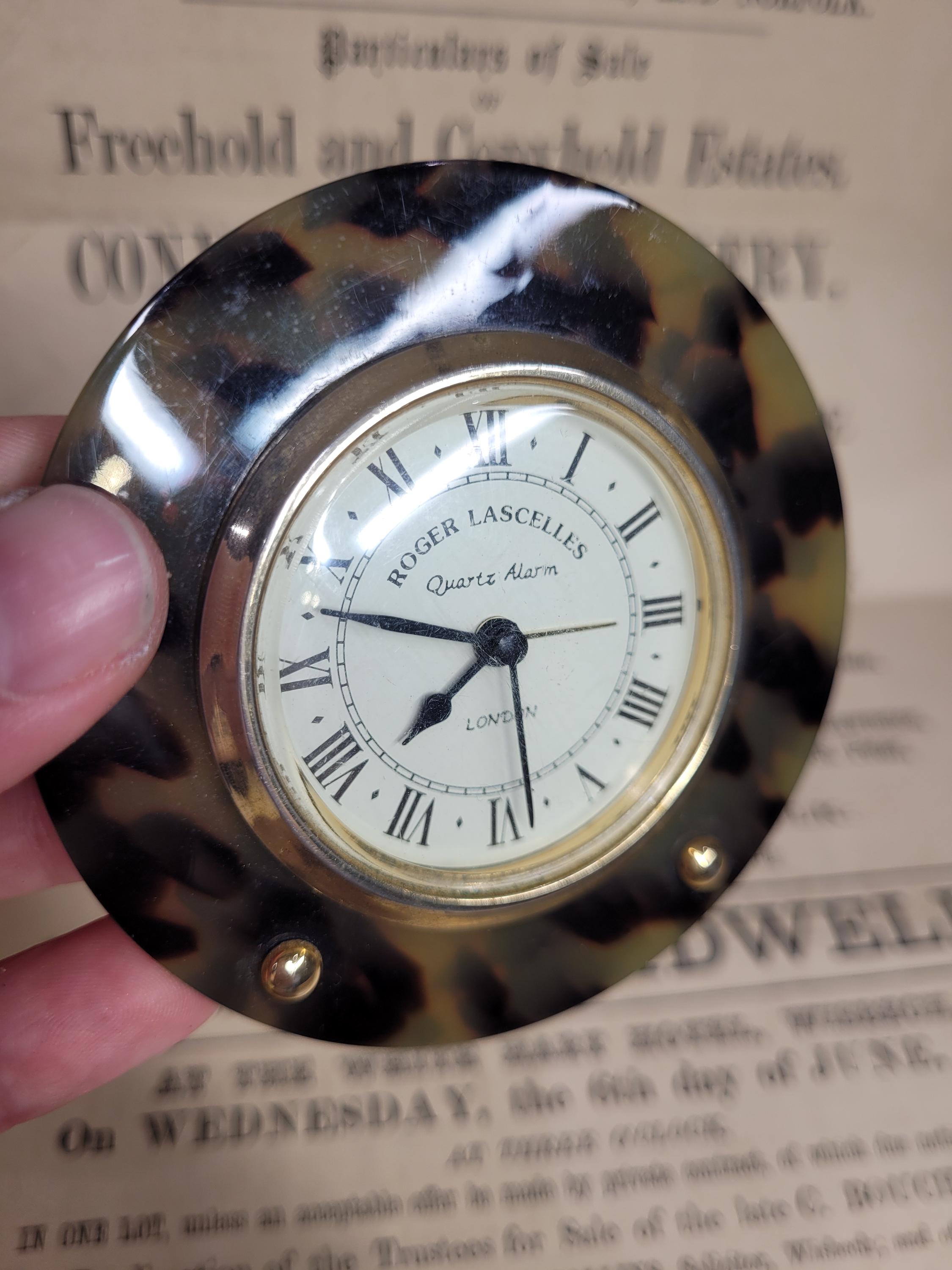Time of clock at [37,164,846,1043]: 7:47
